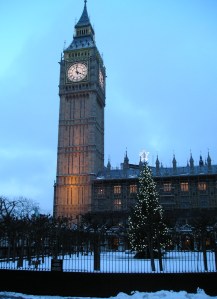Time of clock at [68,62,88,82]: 3:58
